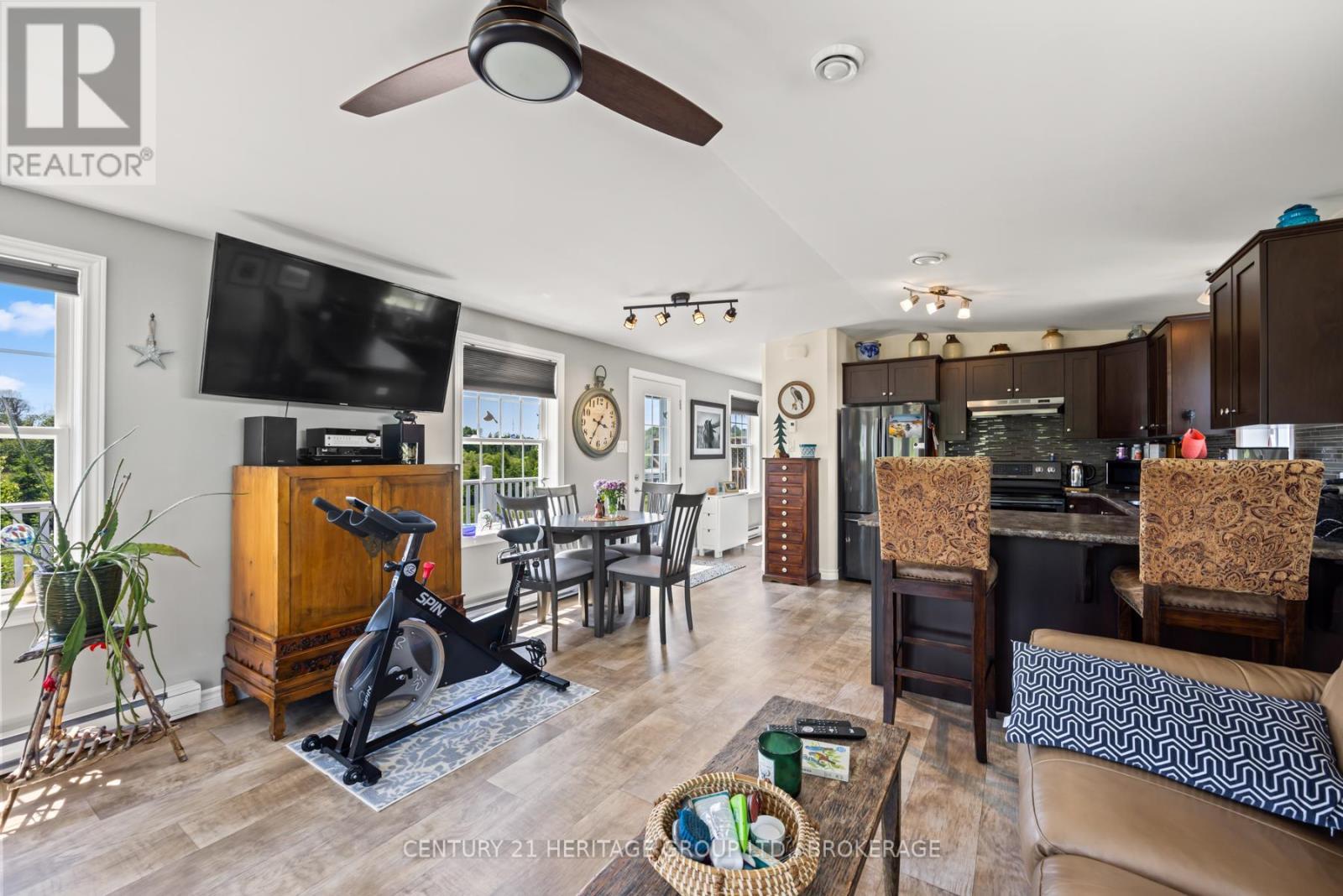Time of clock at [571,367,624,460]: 3:35
